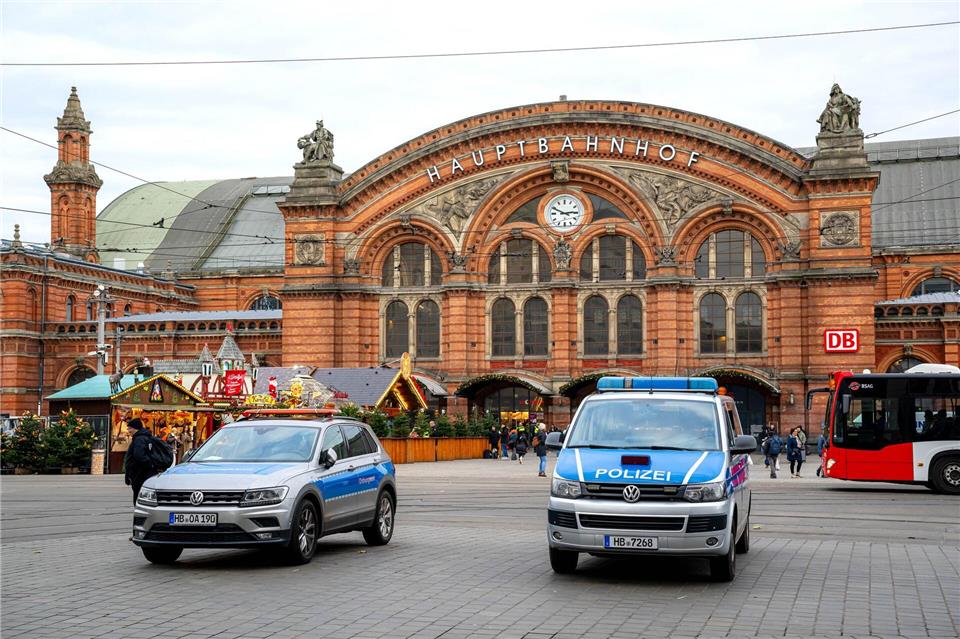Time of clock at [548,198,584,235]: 2:49
